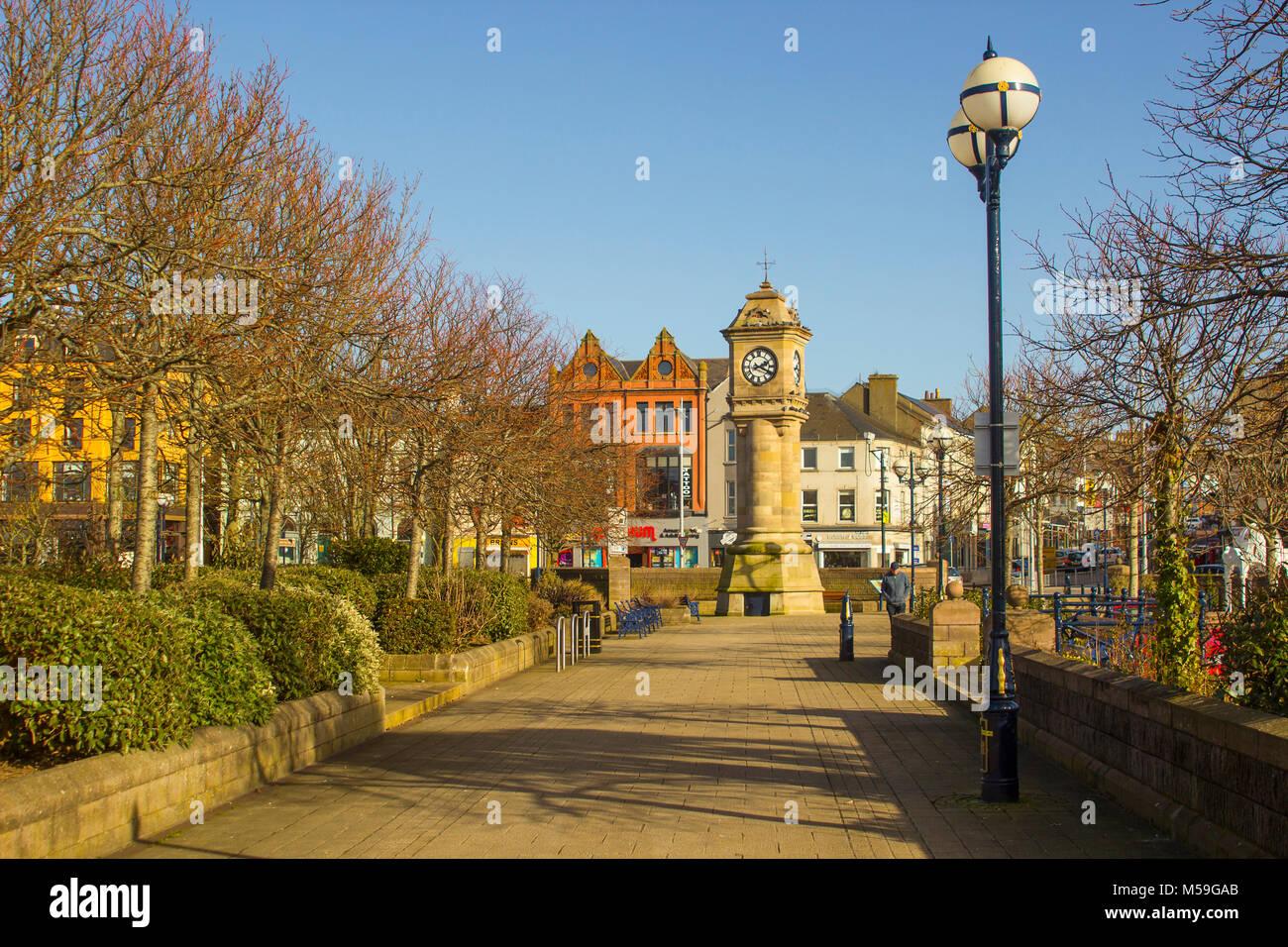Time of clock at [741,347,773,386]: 2:19
